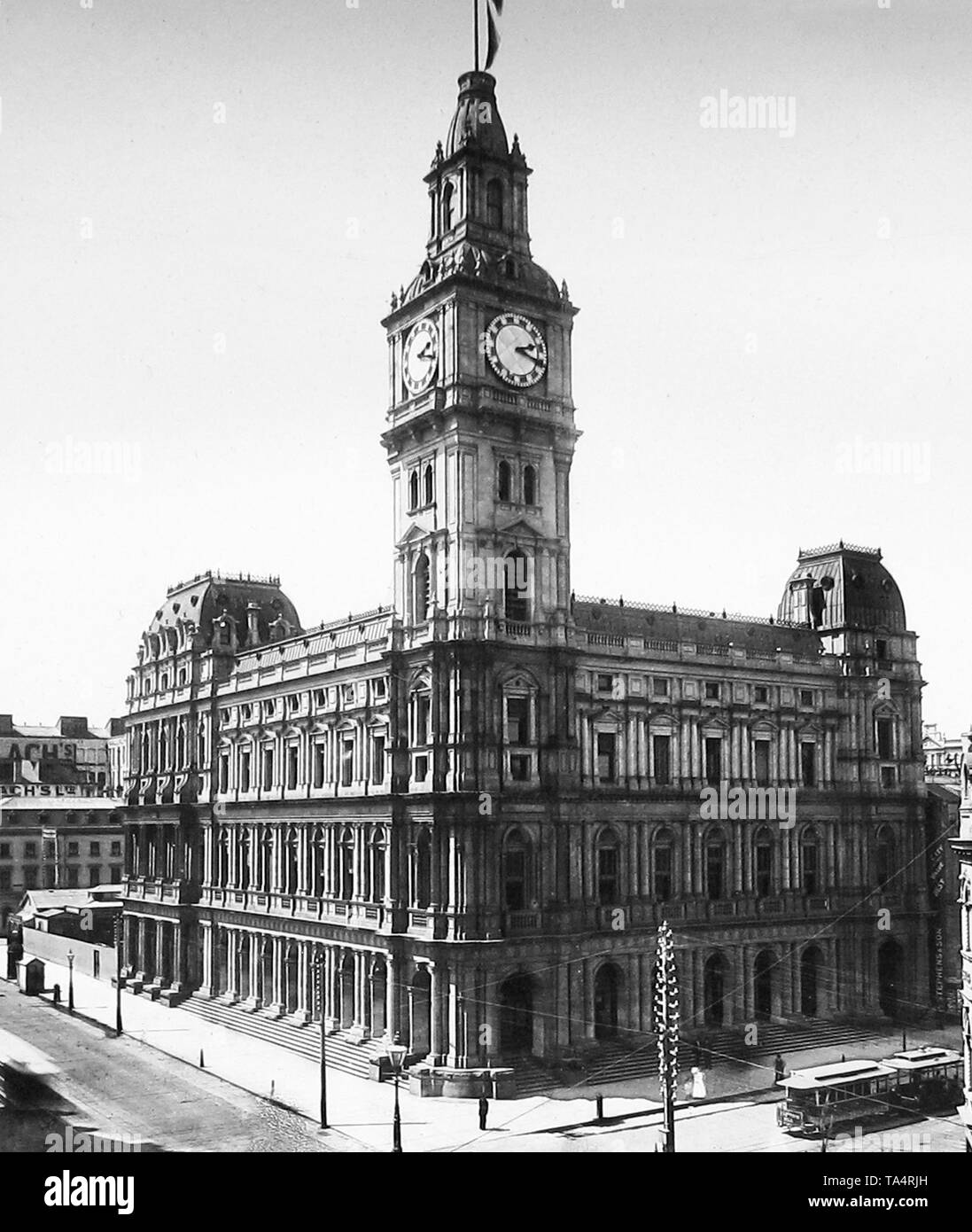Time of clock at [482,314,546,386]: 2:18
